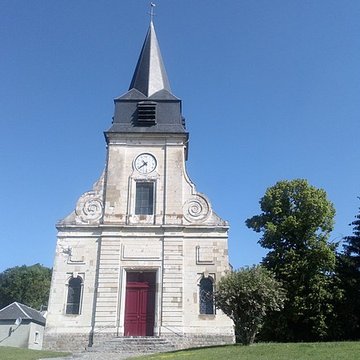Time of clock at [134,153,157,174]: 10:39
